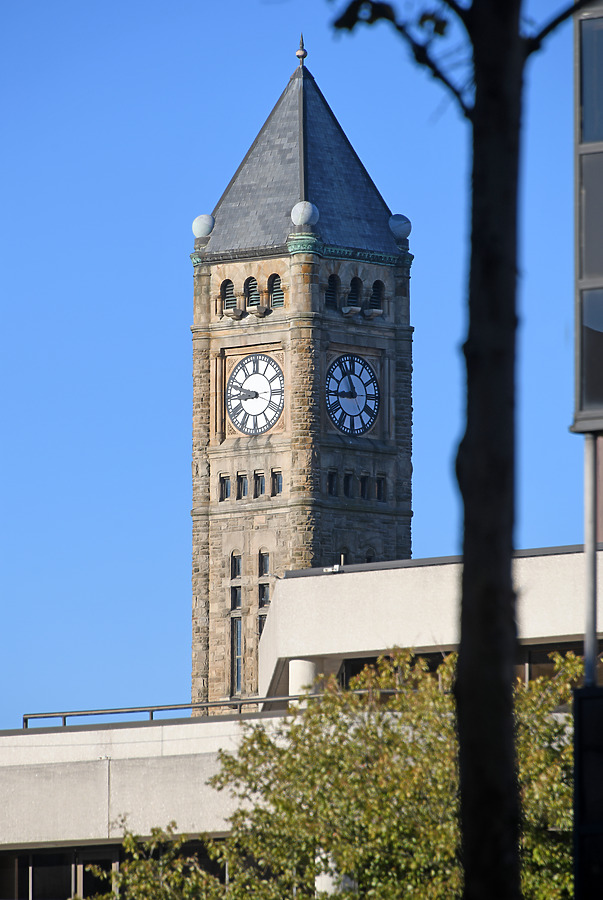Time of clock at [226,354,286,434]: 8:47
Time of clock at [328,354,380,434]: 8:56
